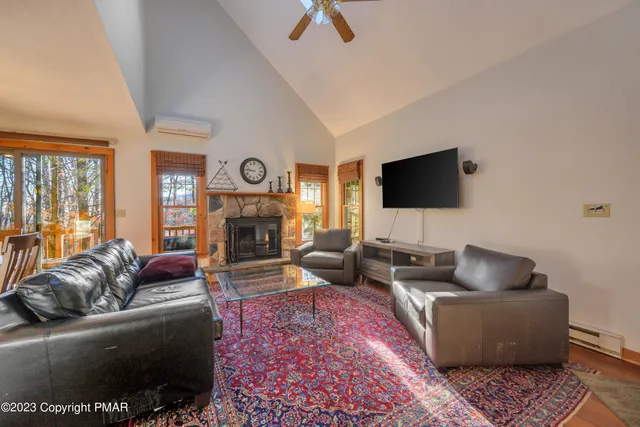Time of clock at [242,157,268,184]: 8:46
